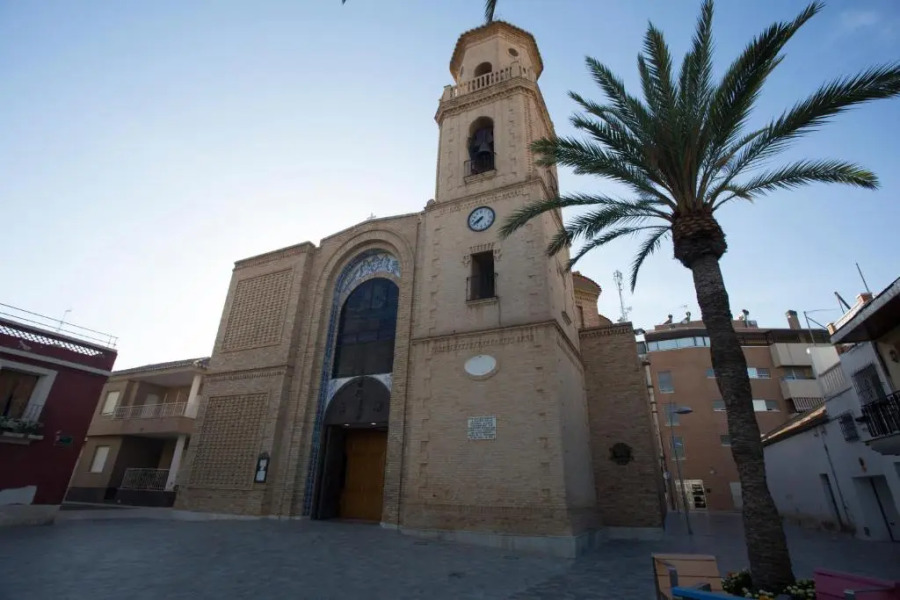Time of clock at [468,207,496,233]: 7:40
